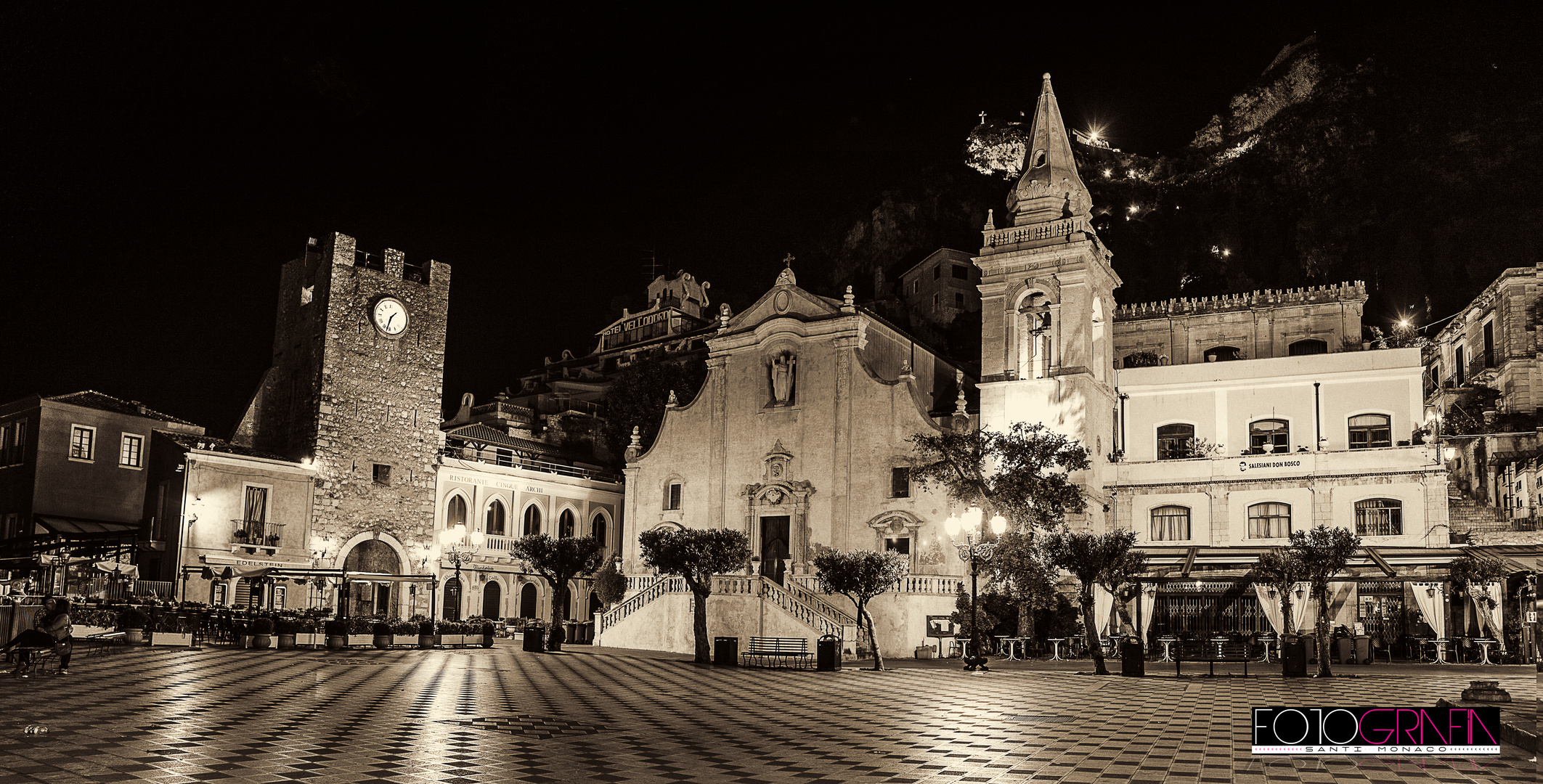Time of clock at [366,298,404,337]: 1:32
